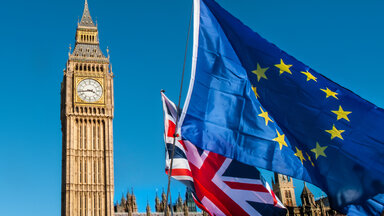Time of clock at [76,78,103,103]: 3:43
